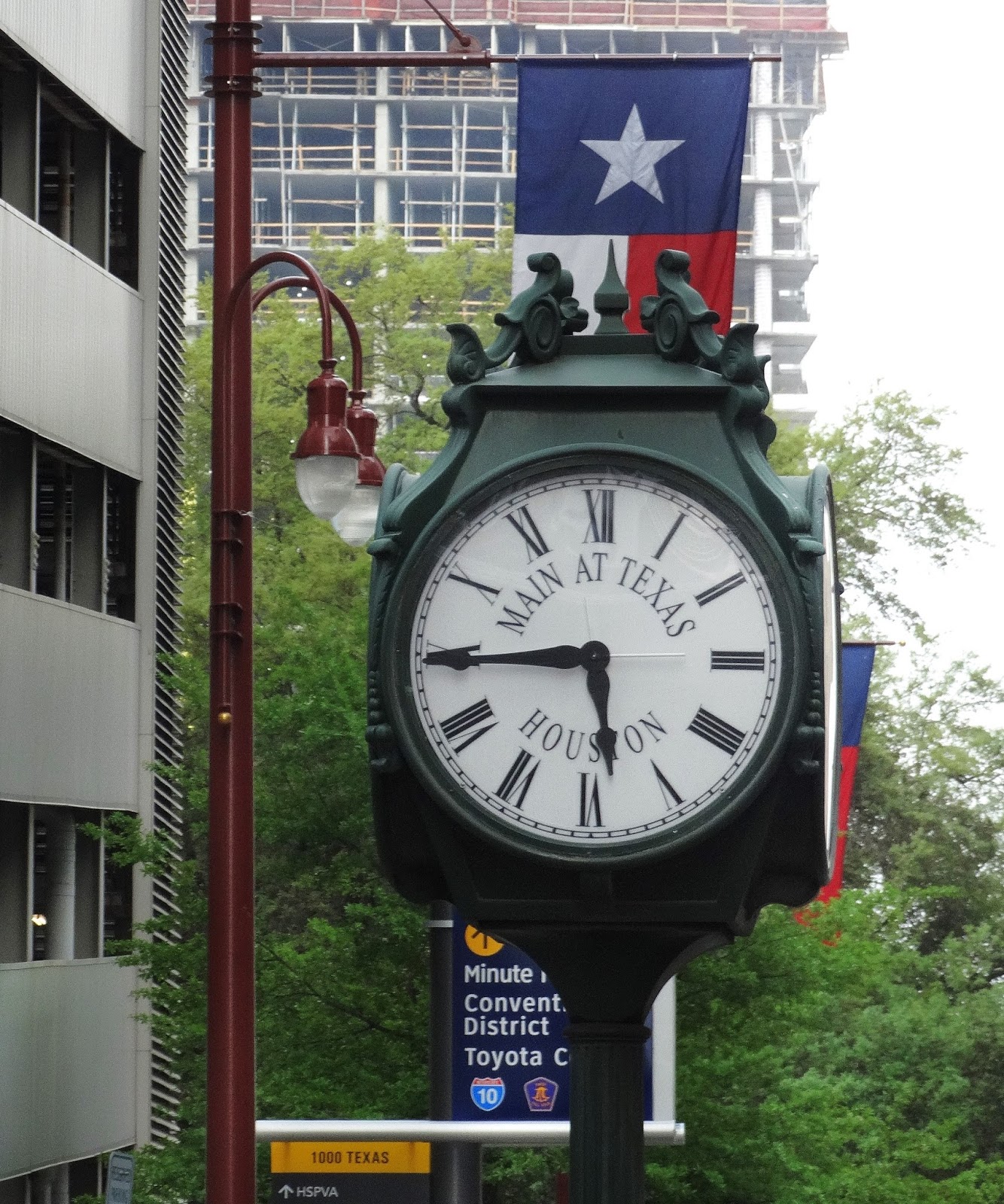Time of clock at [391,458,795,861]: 5:44
